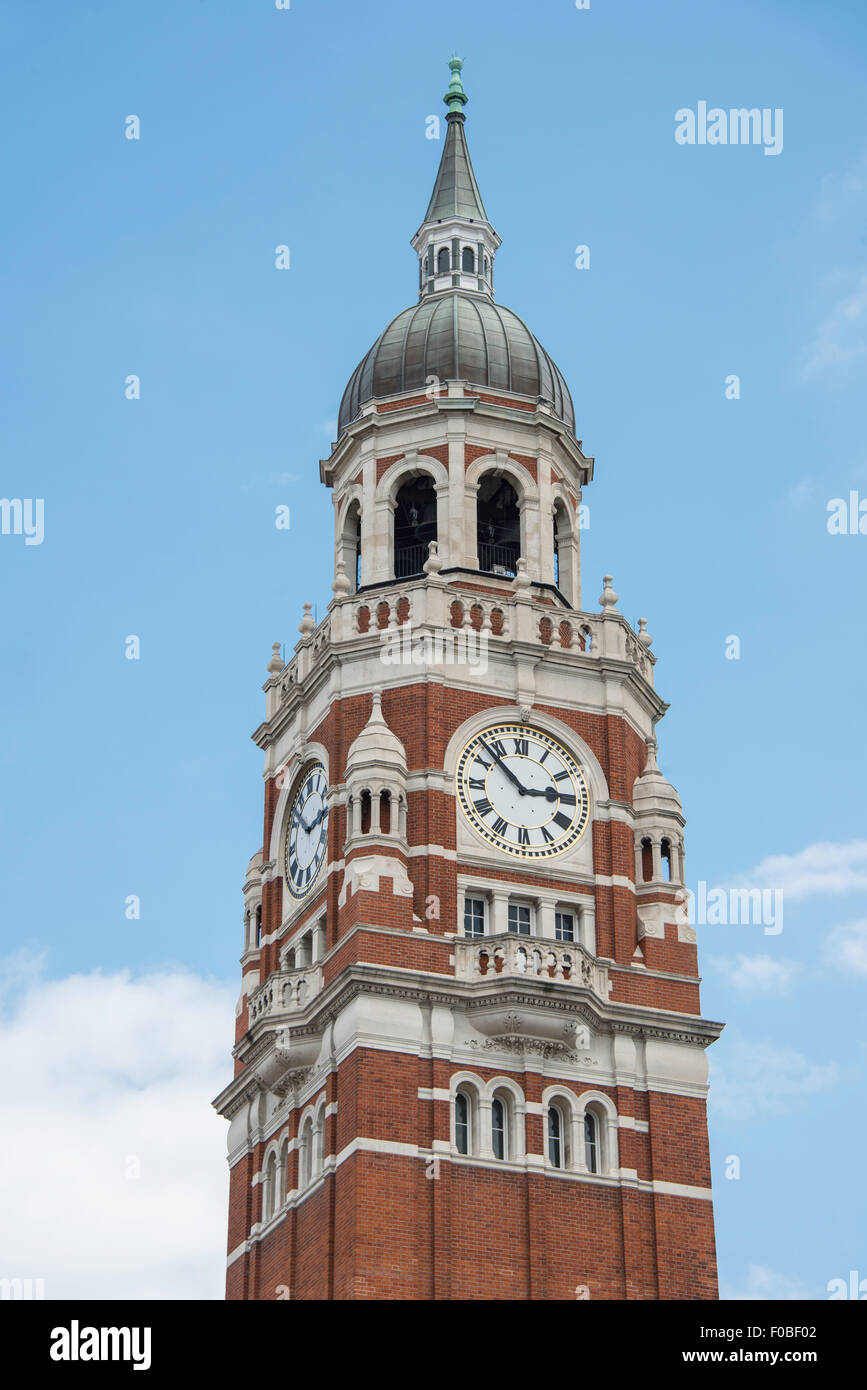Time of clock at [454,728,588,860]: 2:52
